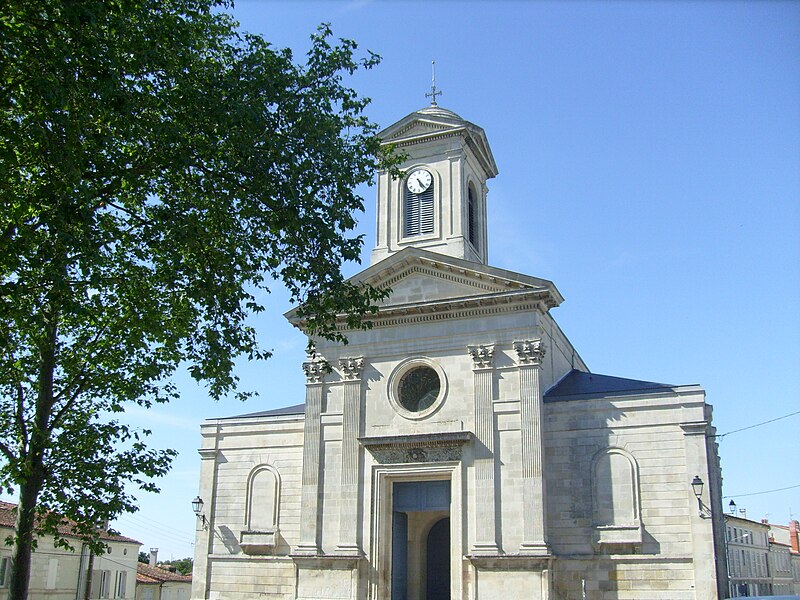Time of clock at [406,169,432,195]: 5:23
